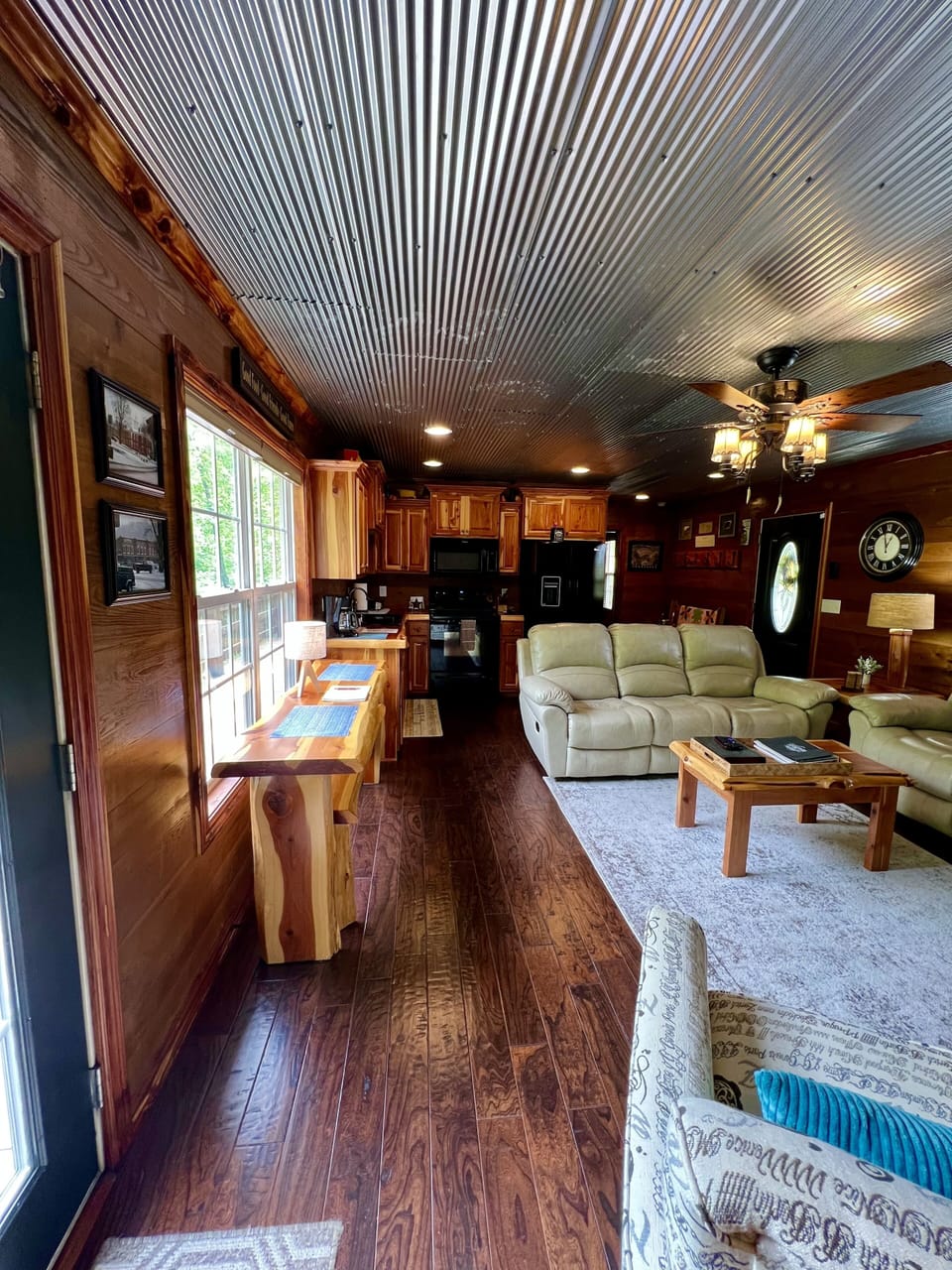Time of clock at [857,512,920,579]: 12:58
